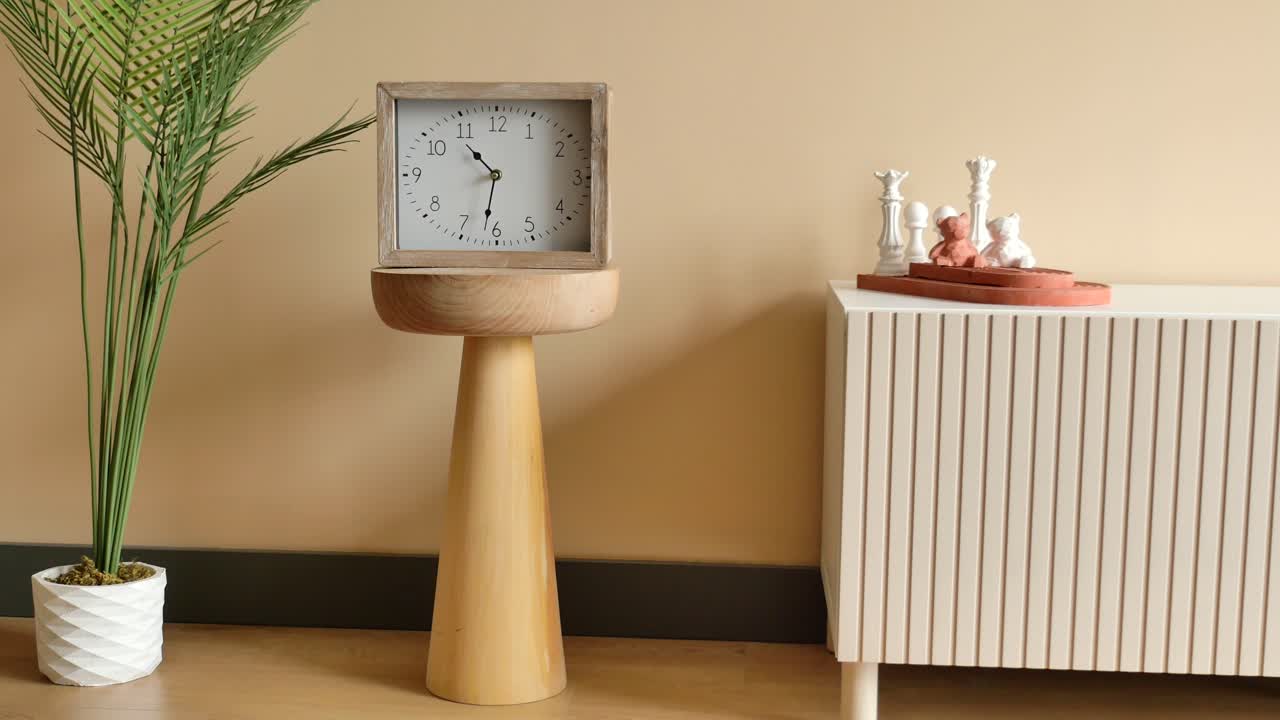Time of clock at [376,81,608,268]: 10:31
